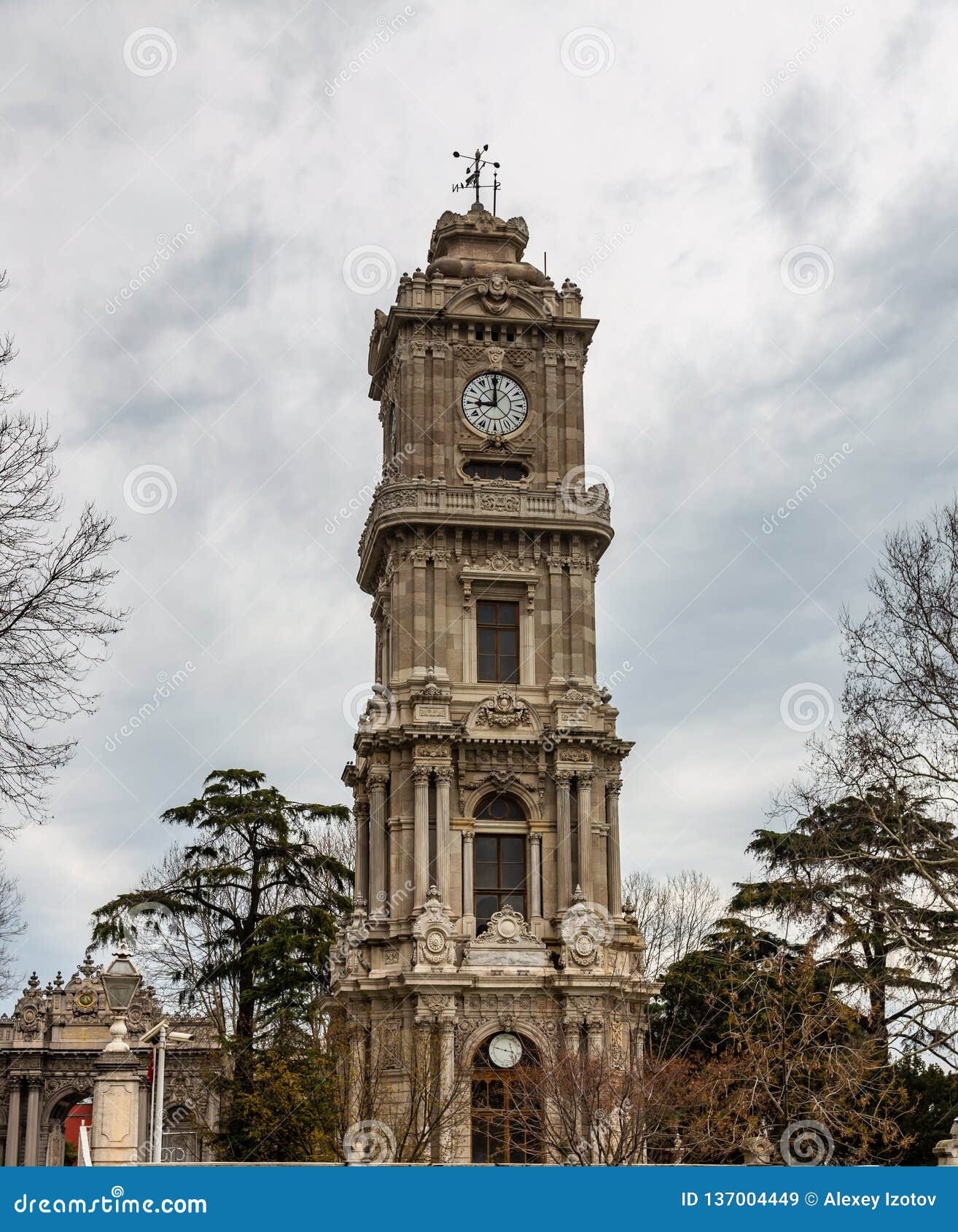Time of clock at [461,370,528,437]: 8:59
